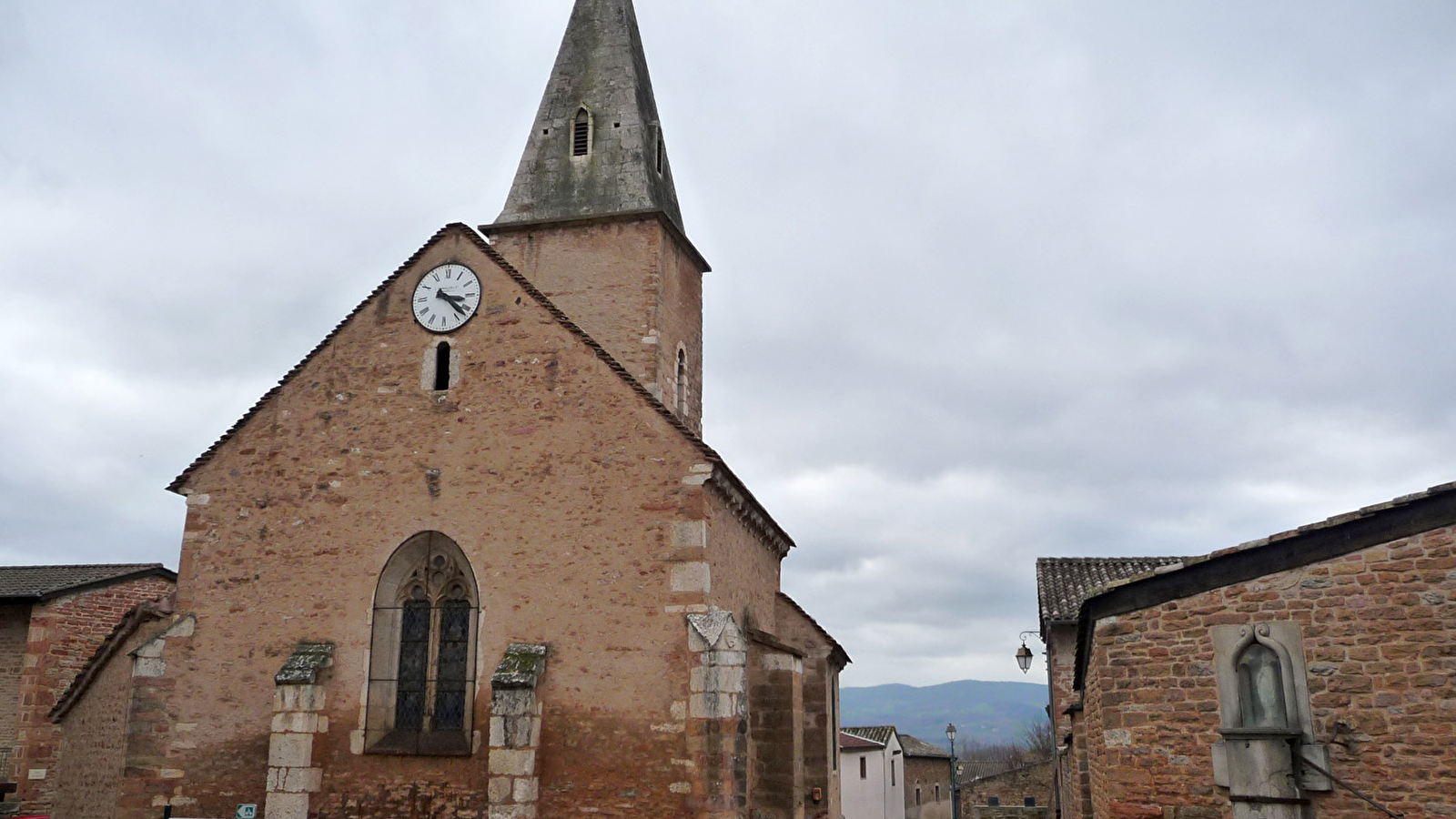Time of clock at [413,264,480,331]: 3:22
